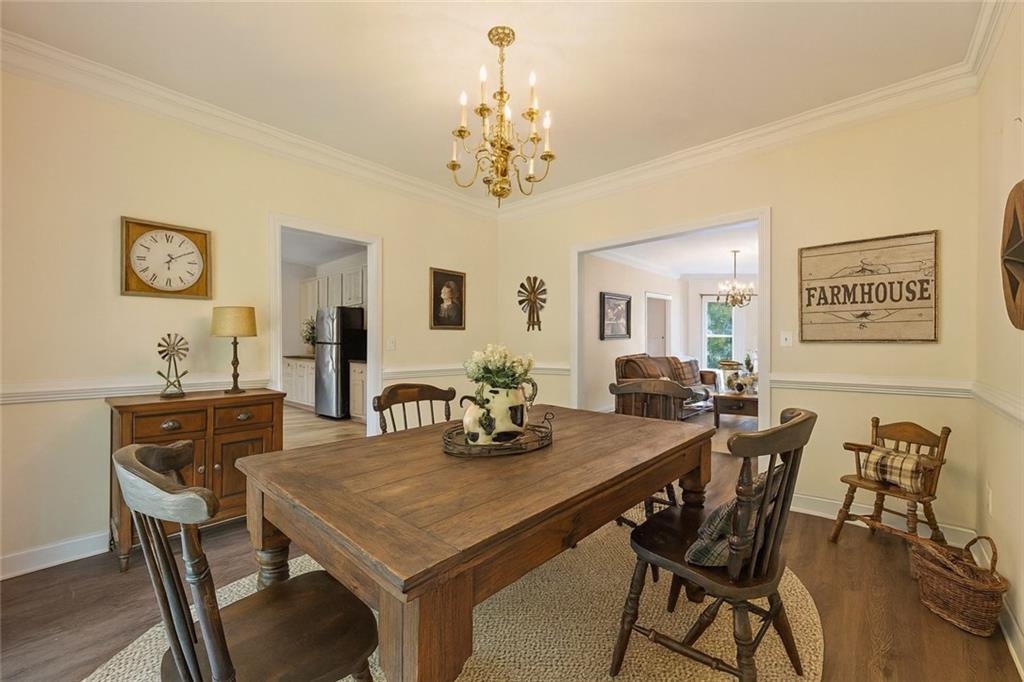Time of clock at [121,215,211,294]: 6:10
